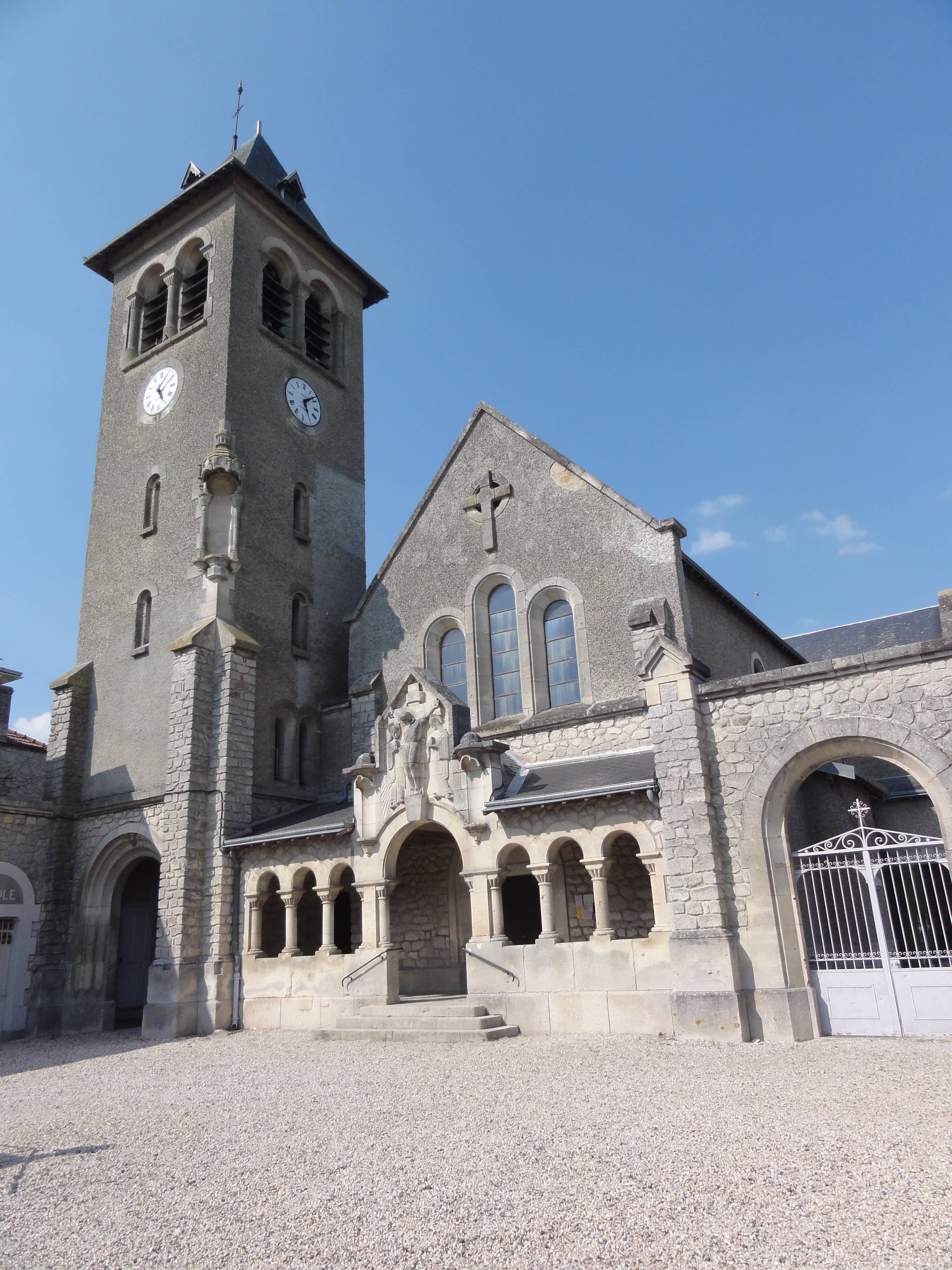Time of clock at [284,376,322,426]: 5:08
